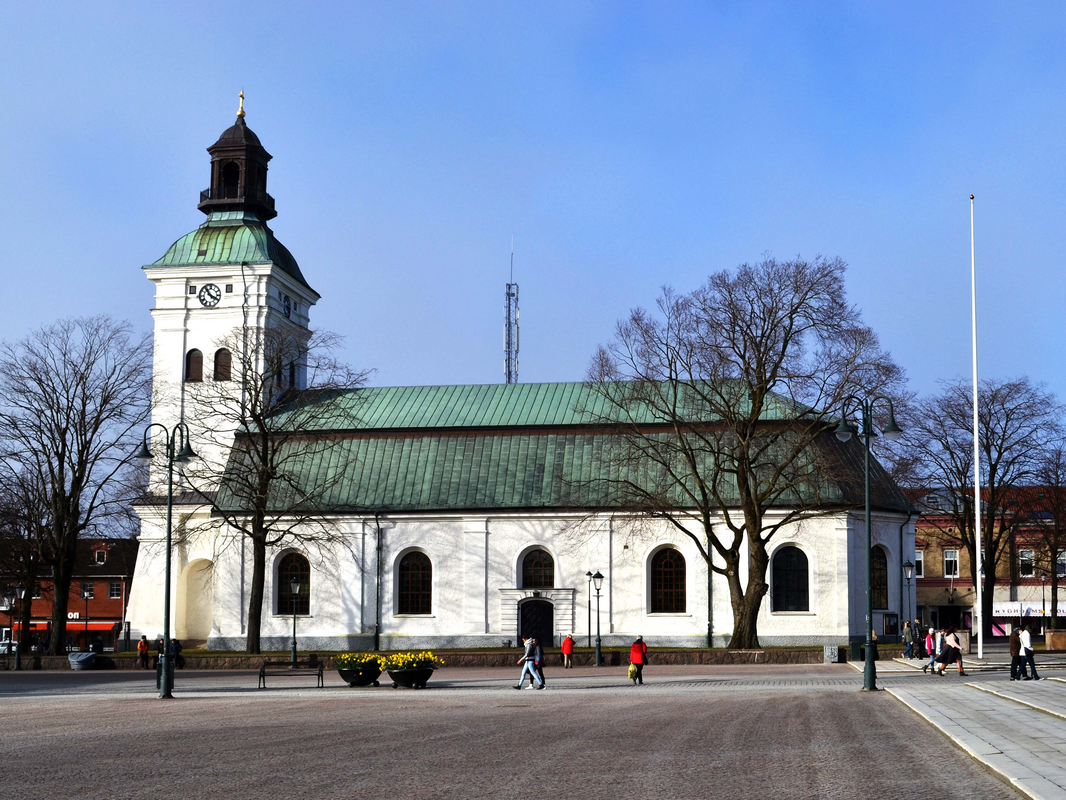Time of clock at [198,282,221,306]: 3:53
